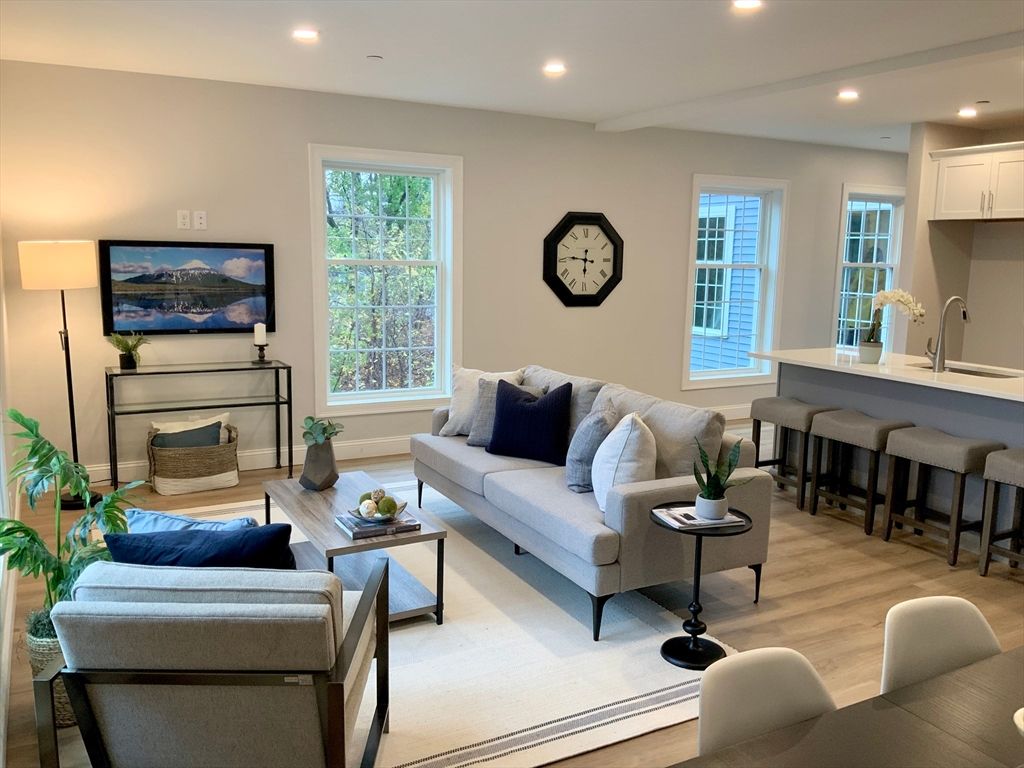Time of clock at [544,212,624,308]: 5:46
